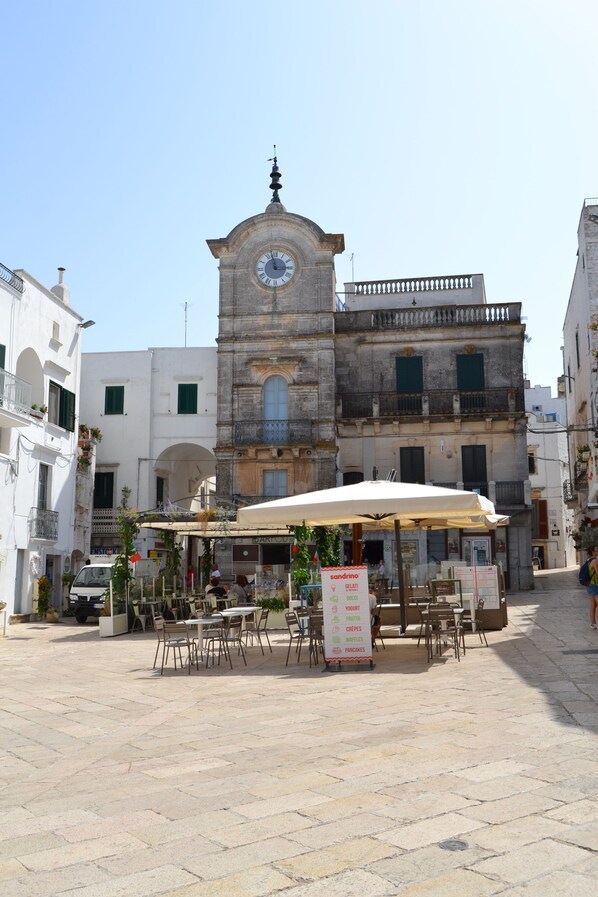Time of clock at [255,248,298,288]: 2:58
